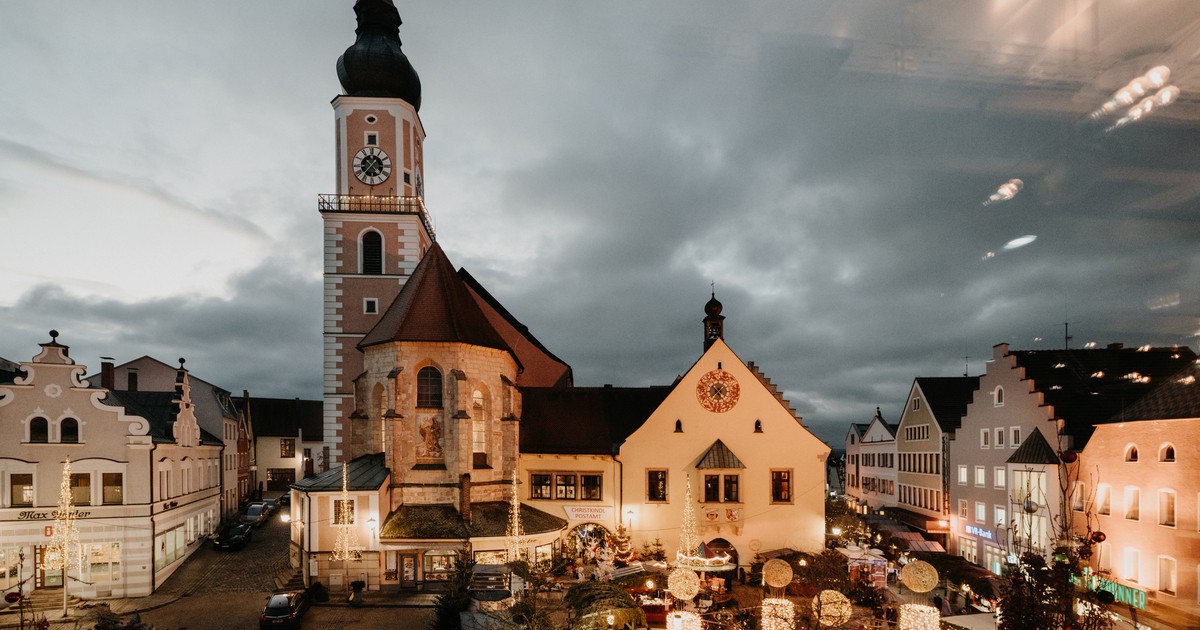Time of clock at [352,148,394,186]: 4:36
